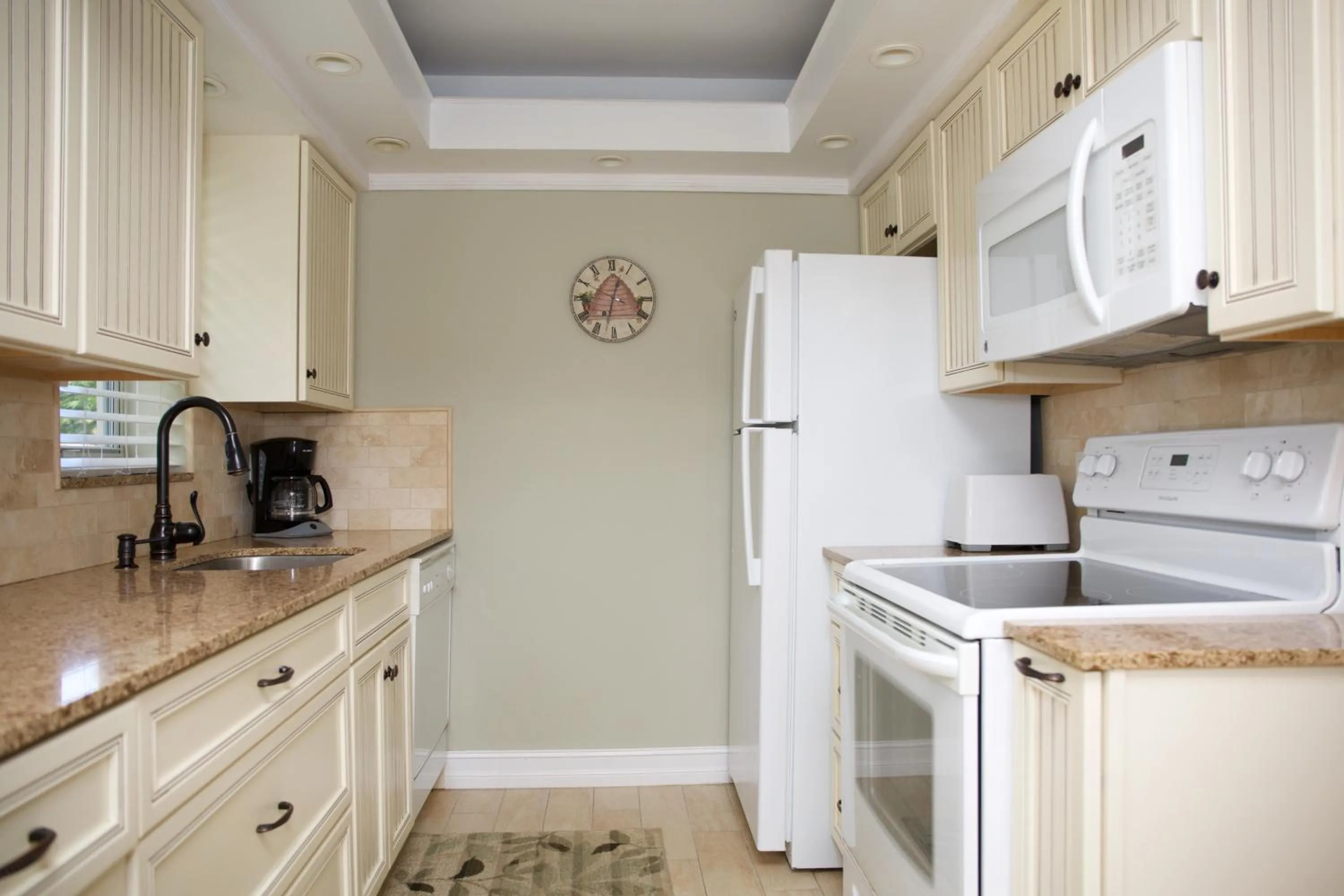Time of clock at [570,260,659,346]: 12:32
